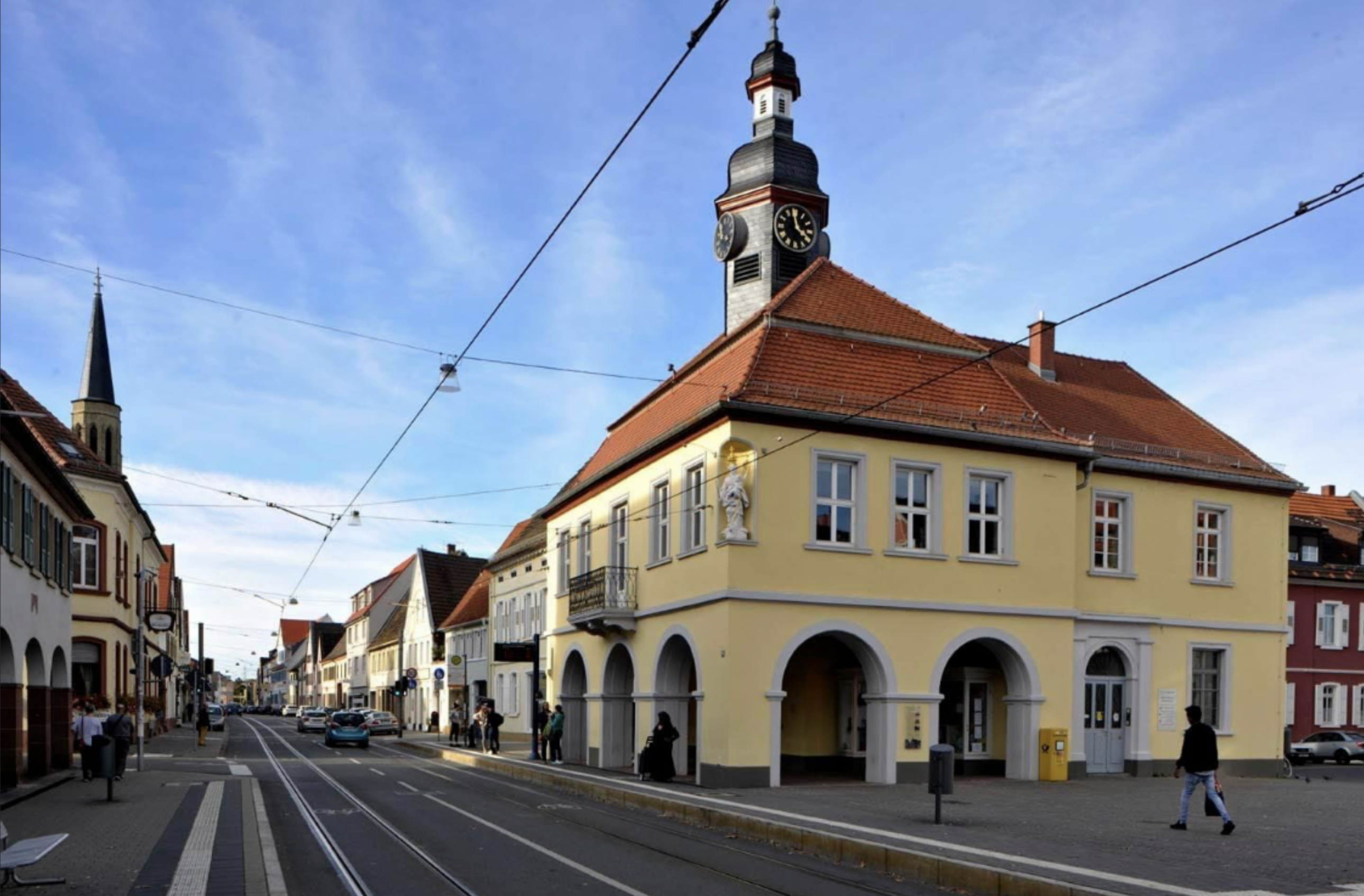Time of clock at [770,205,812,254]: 3:58
